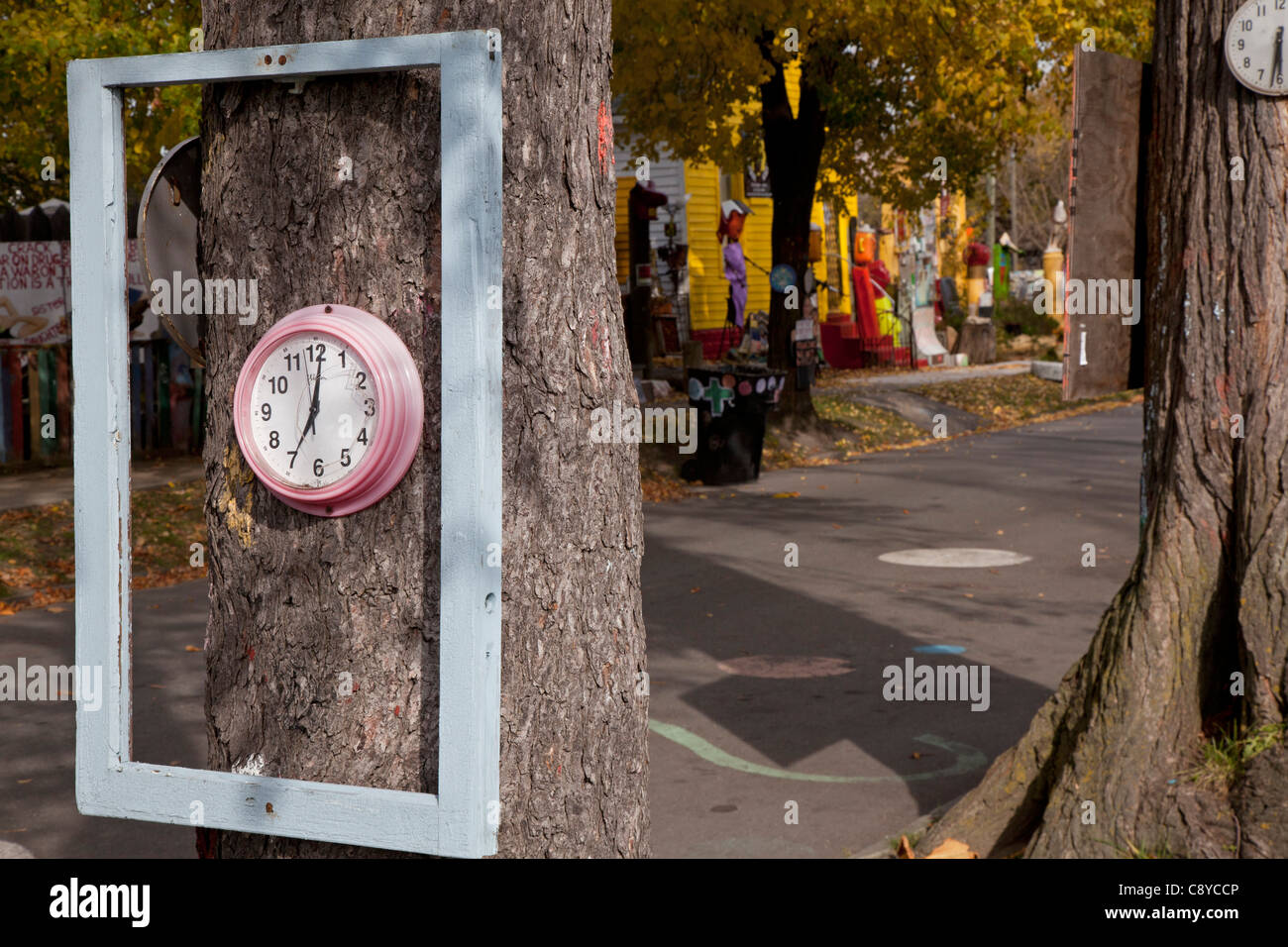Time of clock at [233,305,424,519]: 7:01
